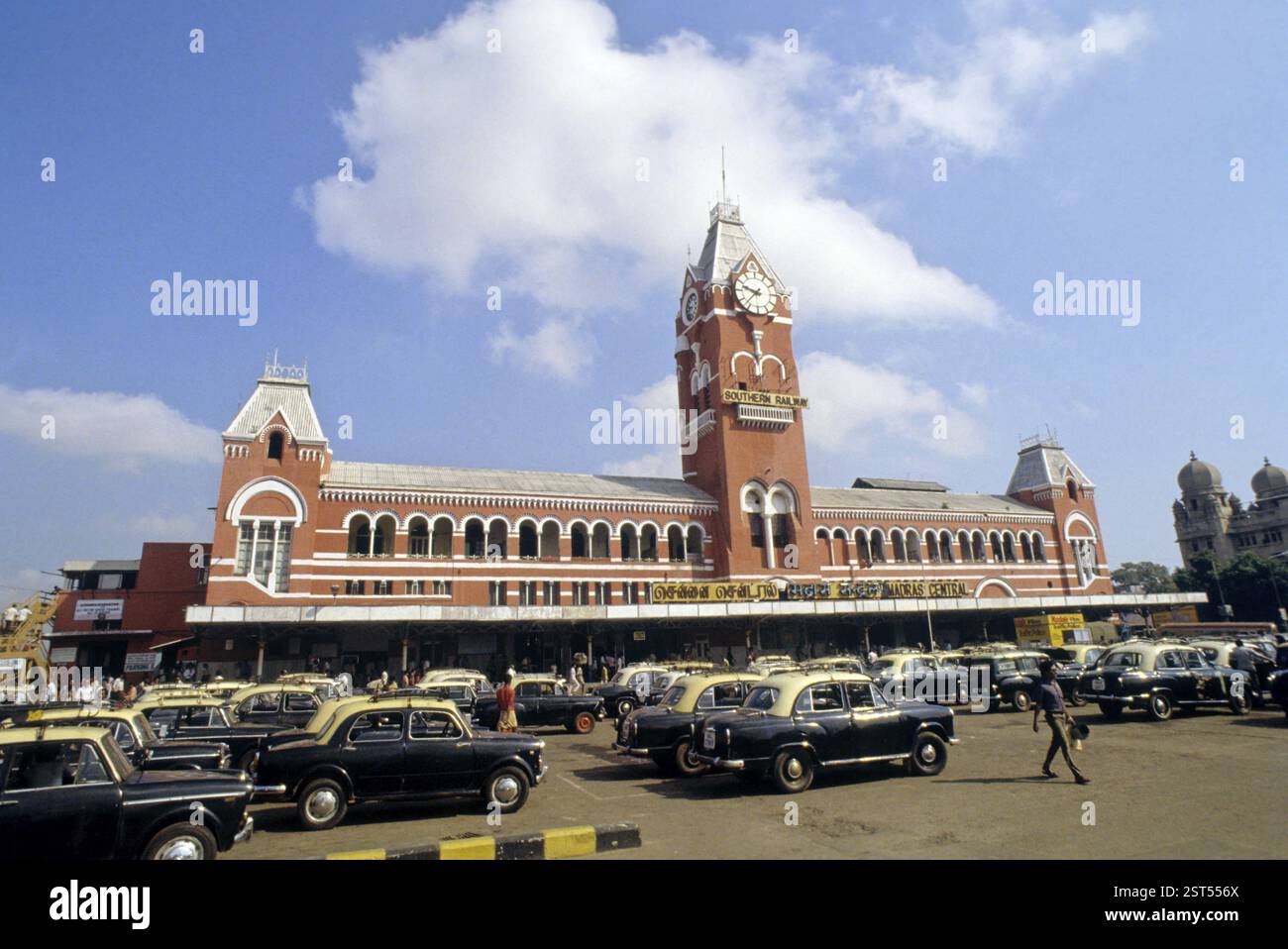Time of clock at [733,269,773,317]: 9:37
